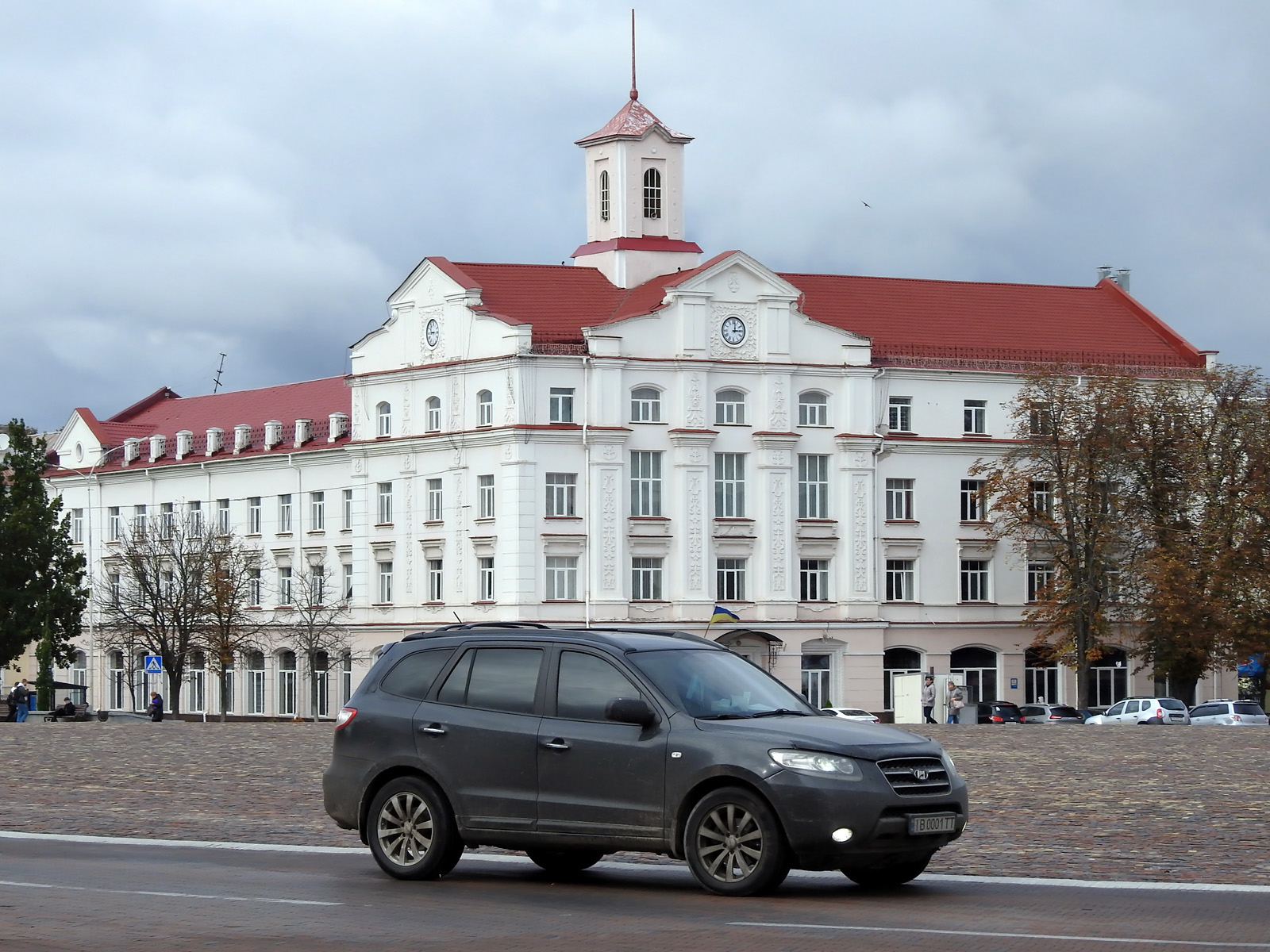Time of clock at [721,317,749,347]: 3:01
